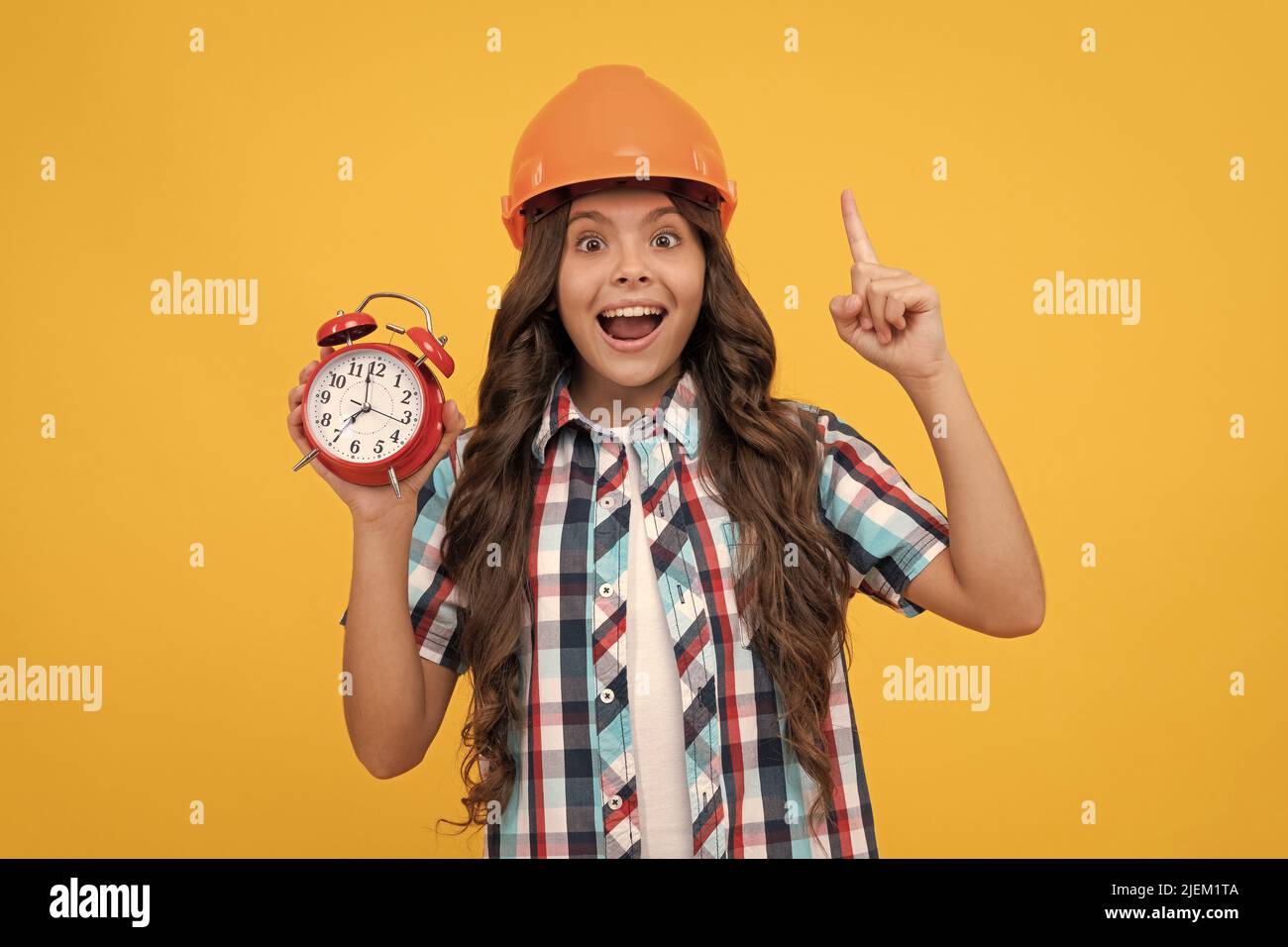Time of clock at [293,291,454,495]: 6:58
